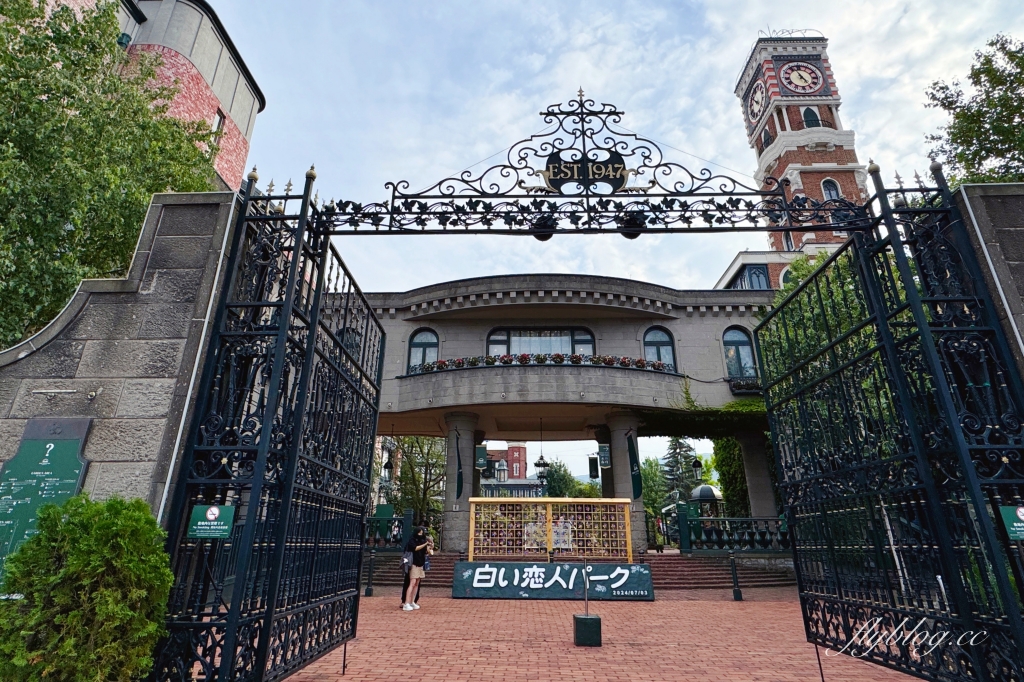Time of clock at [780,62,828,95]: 4:56
